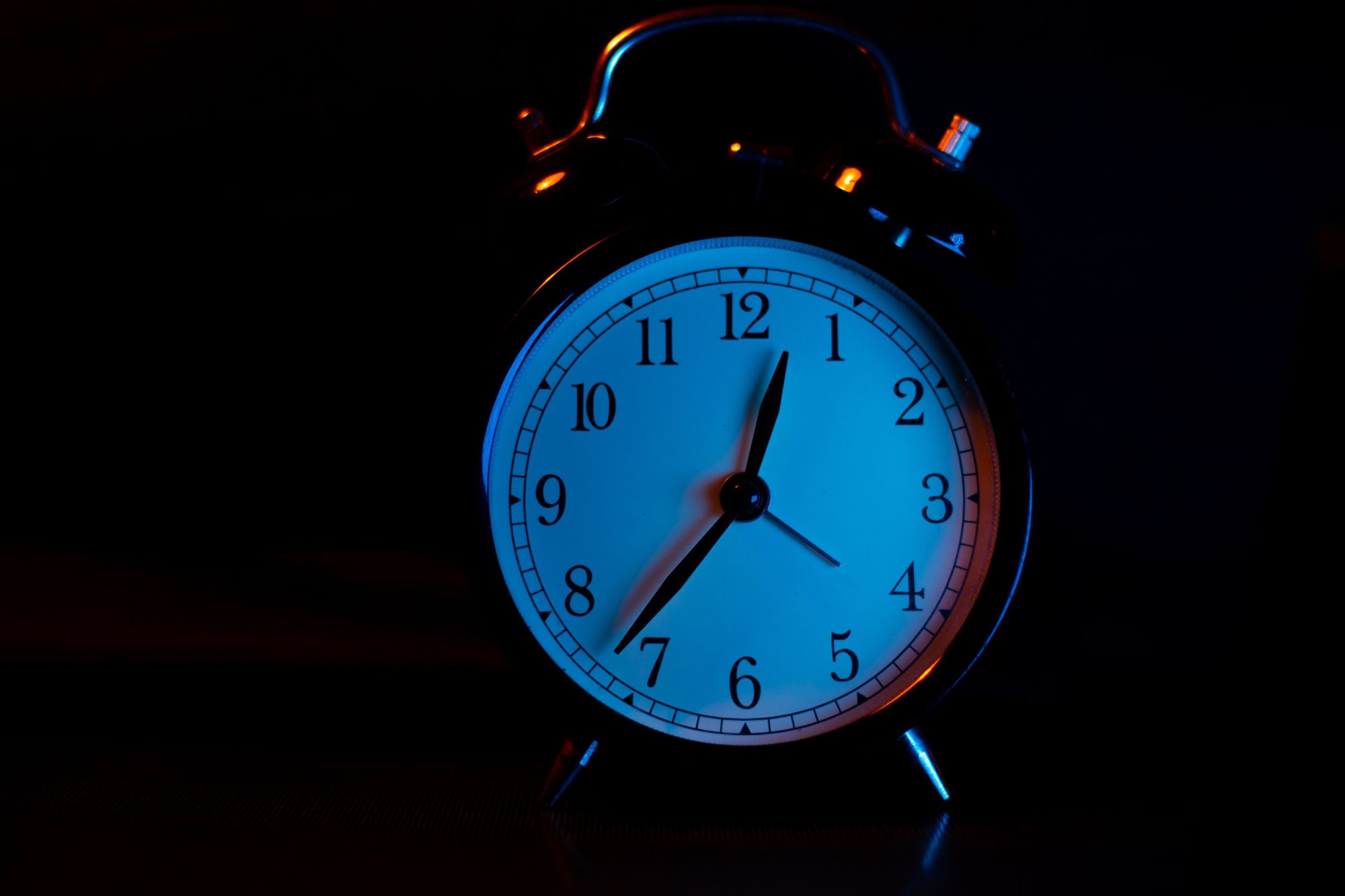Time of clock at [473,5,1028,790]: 12:36
